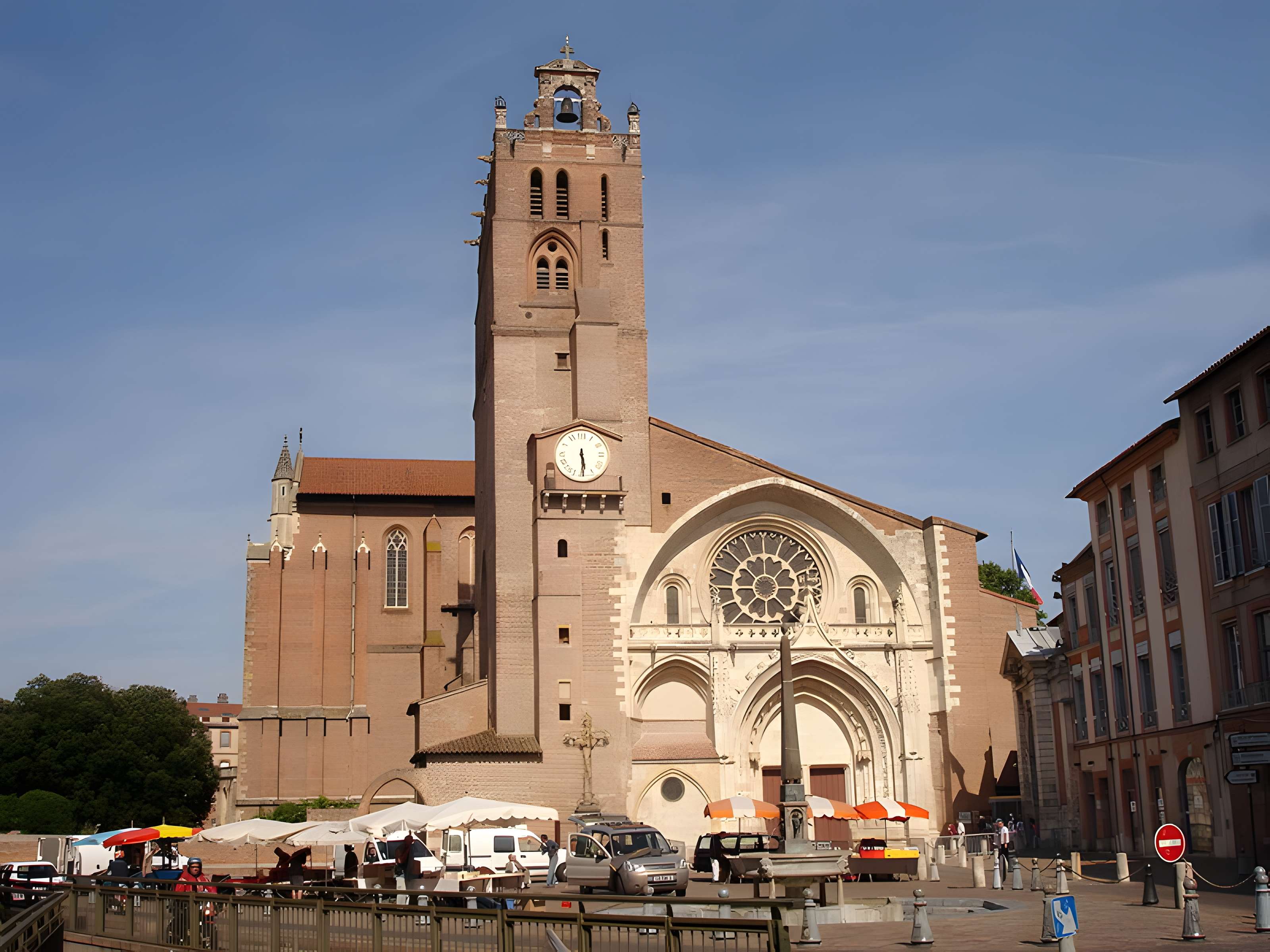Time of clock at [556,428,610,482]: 5:29
